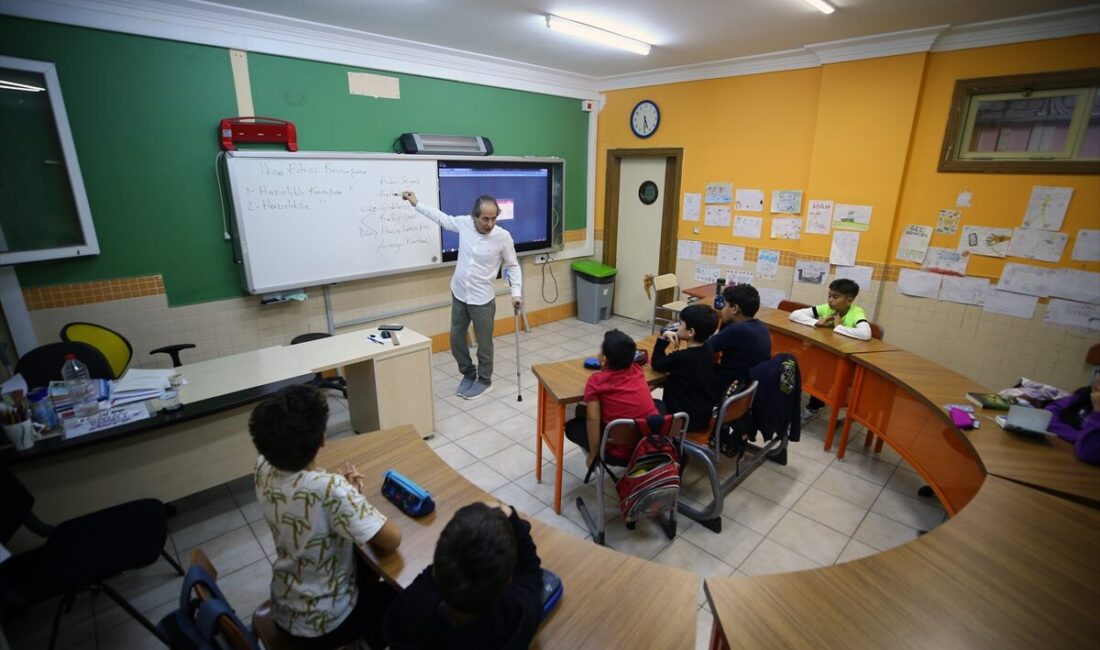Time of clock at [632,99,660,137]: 5:30
